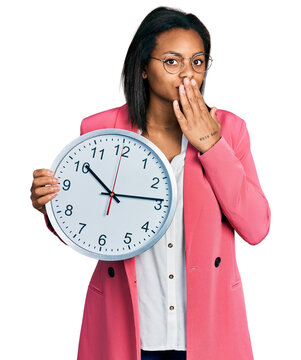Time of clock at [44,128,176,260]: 10:13
